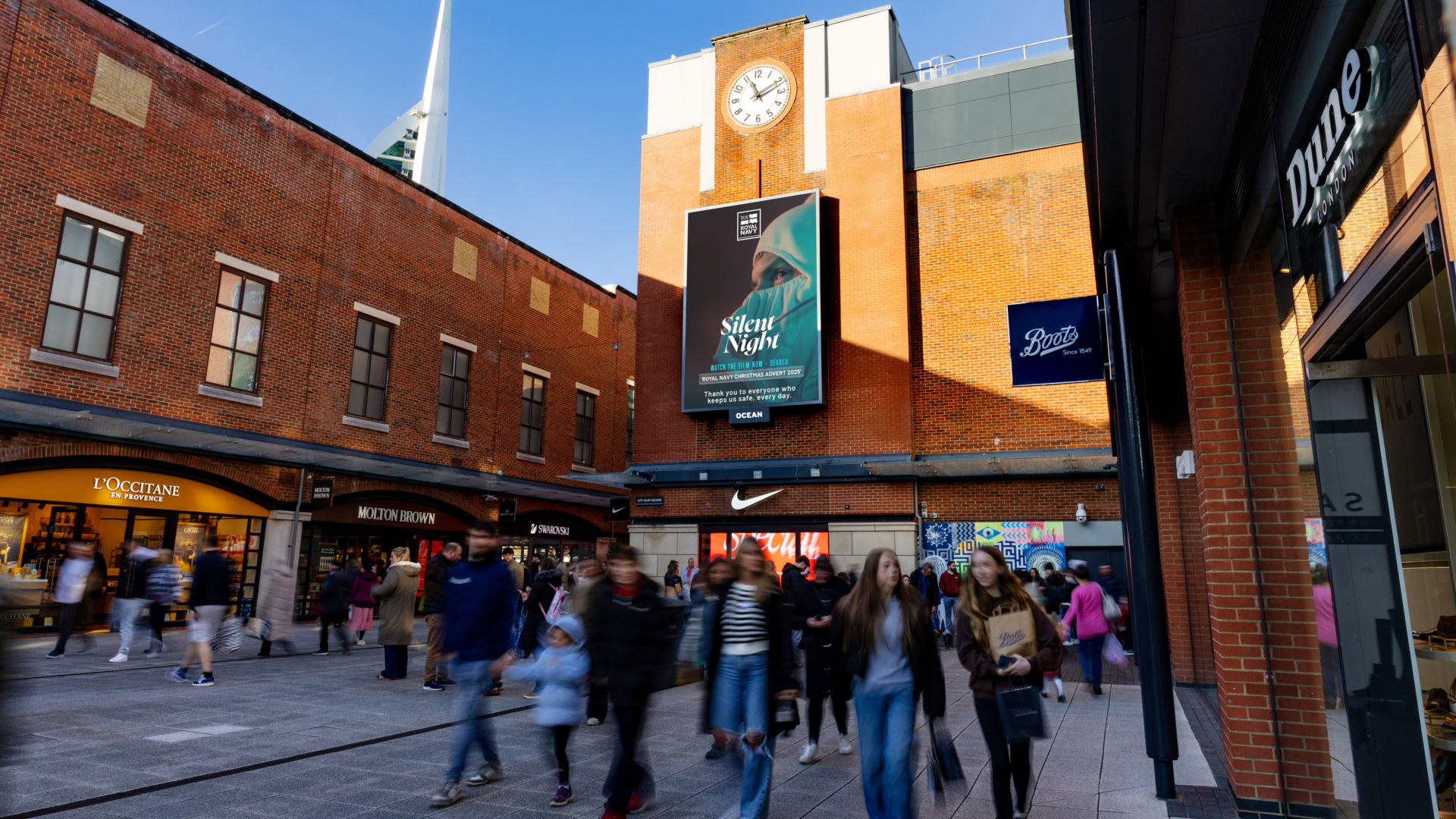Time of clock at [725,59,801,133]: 11:10
